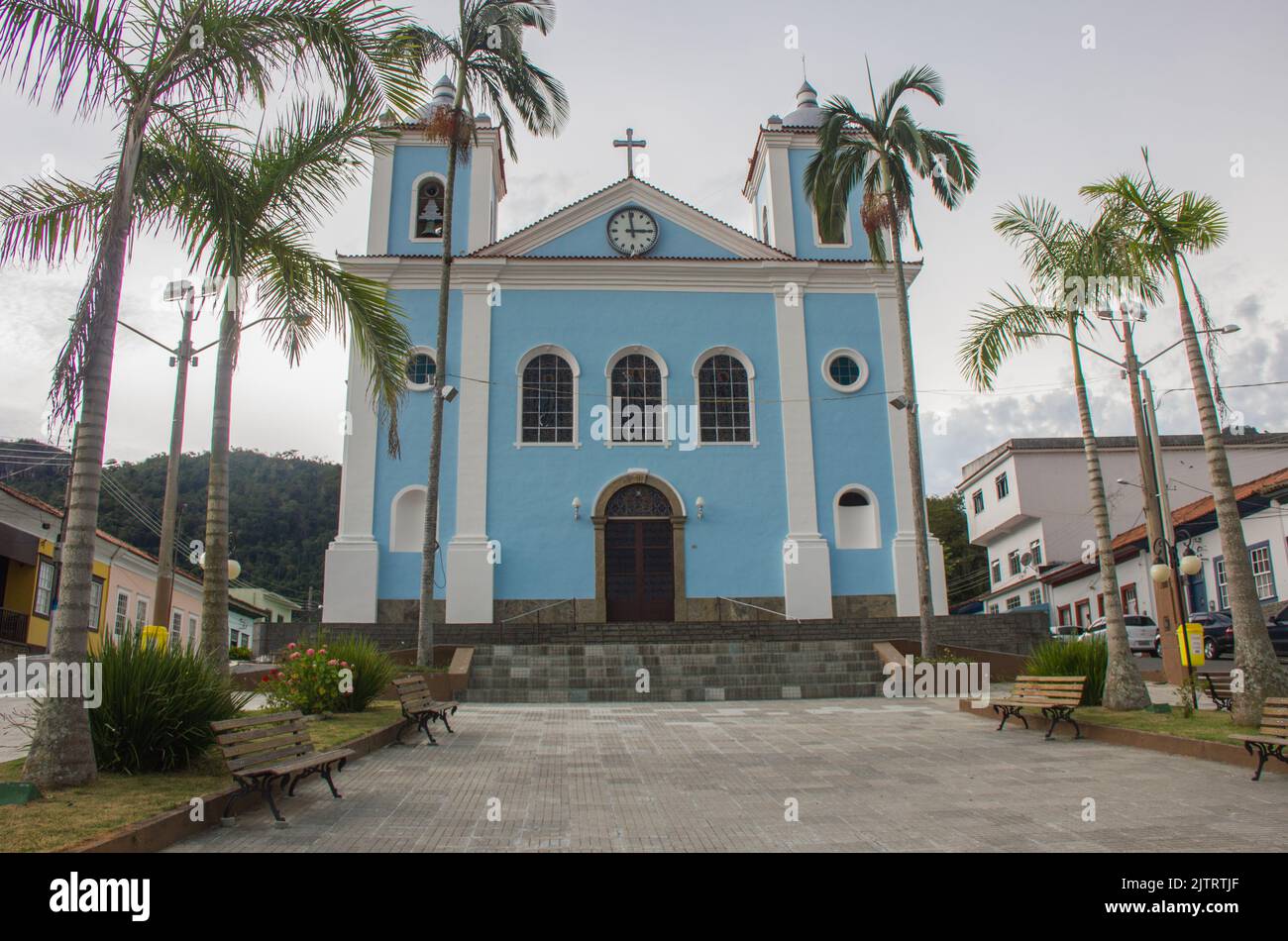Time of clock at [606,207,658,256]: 2:58
